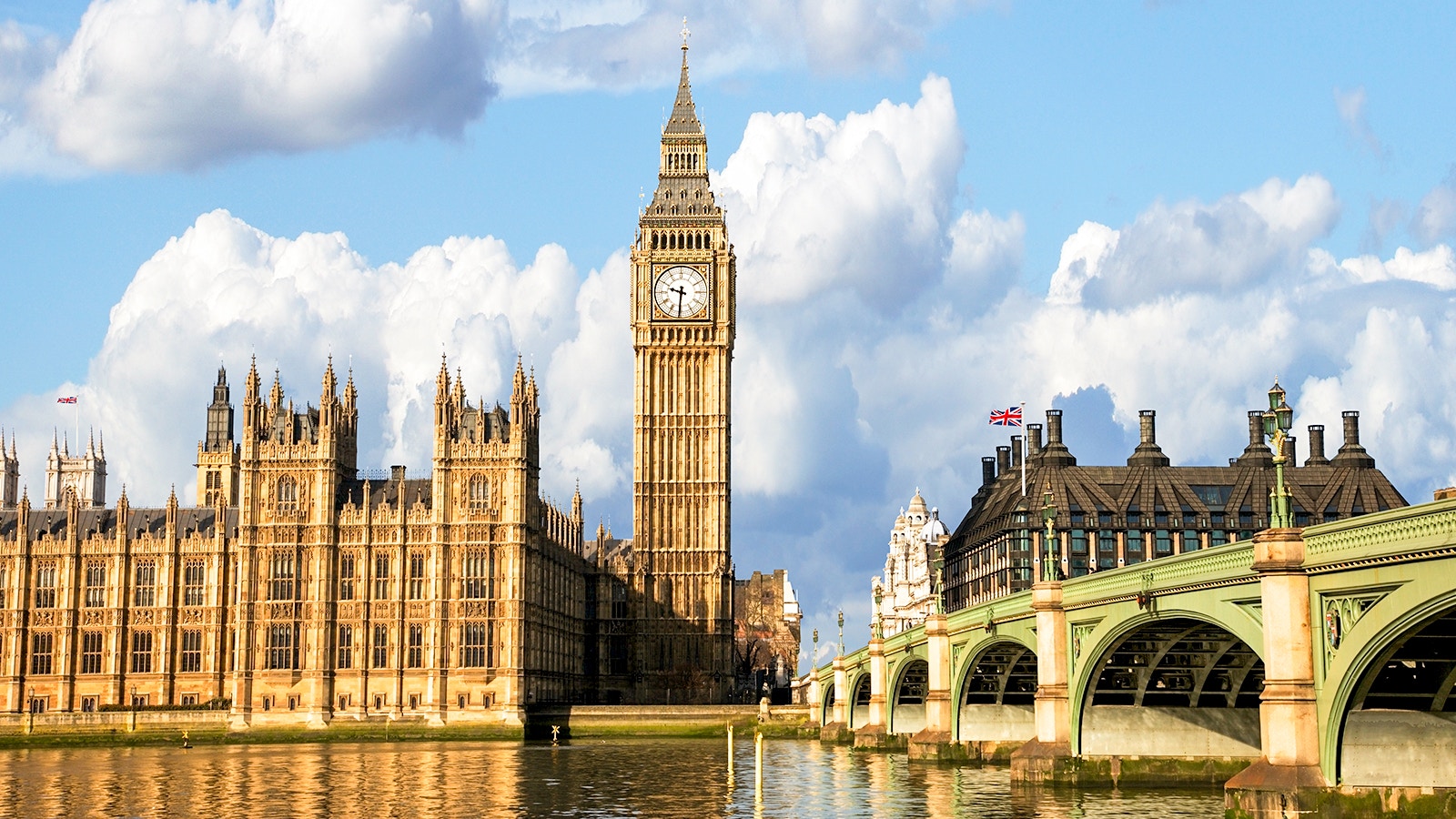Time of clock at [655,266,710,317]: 9:31
